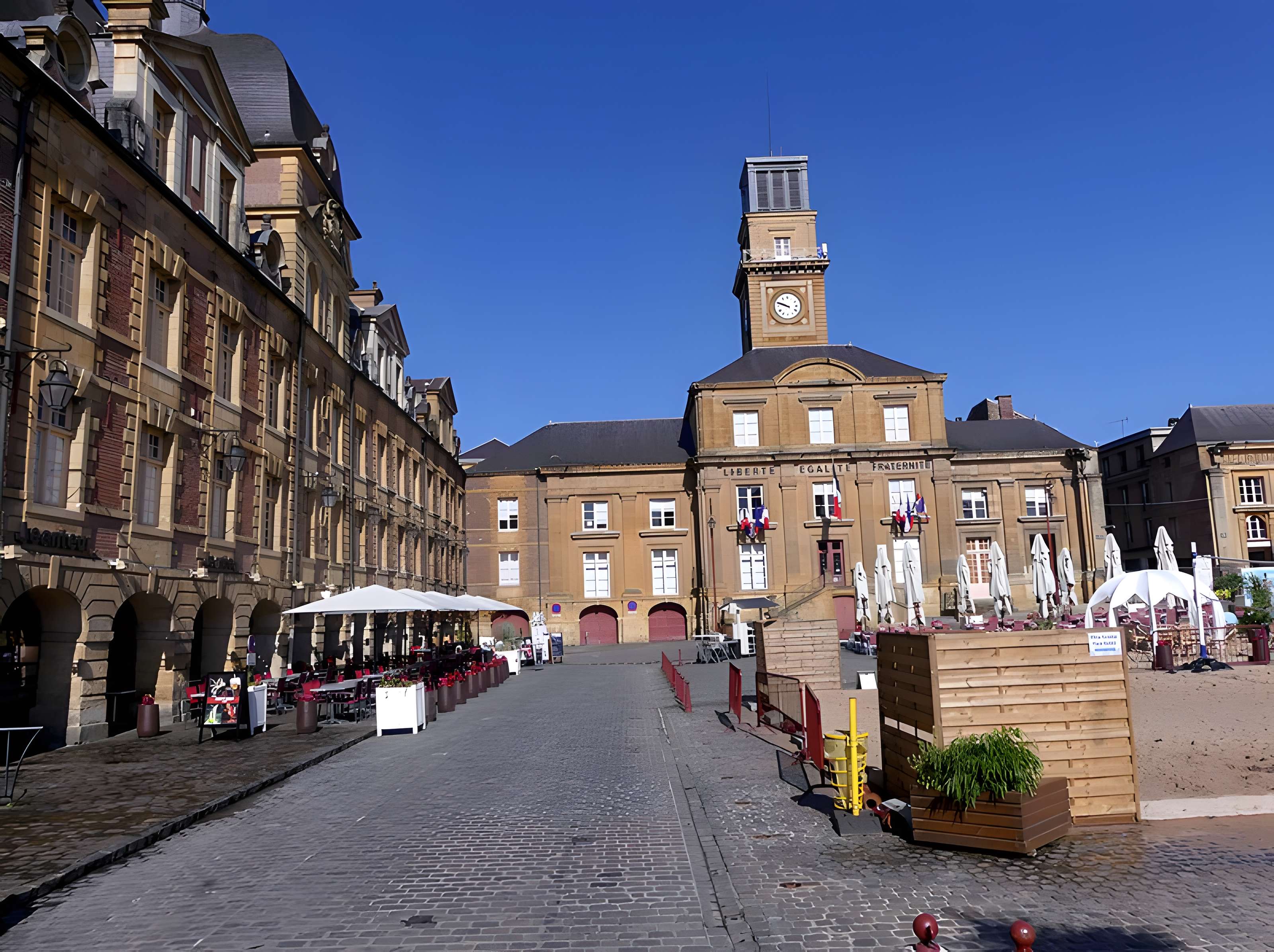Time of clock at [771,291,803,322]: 9:48
